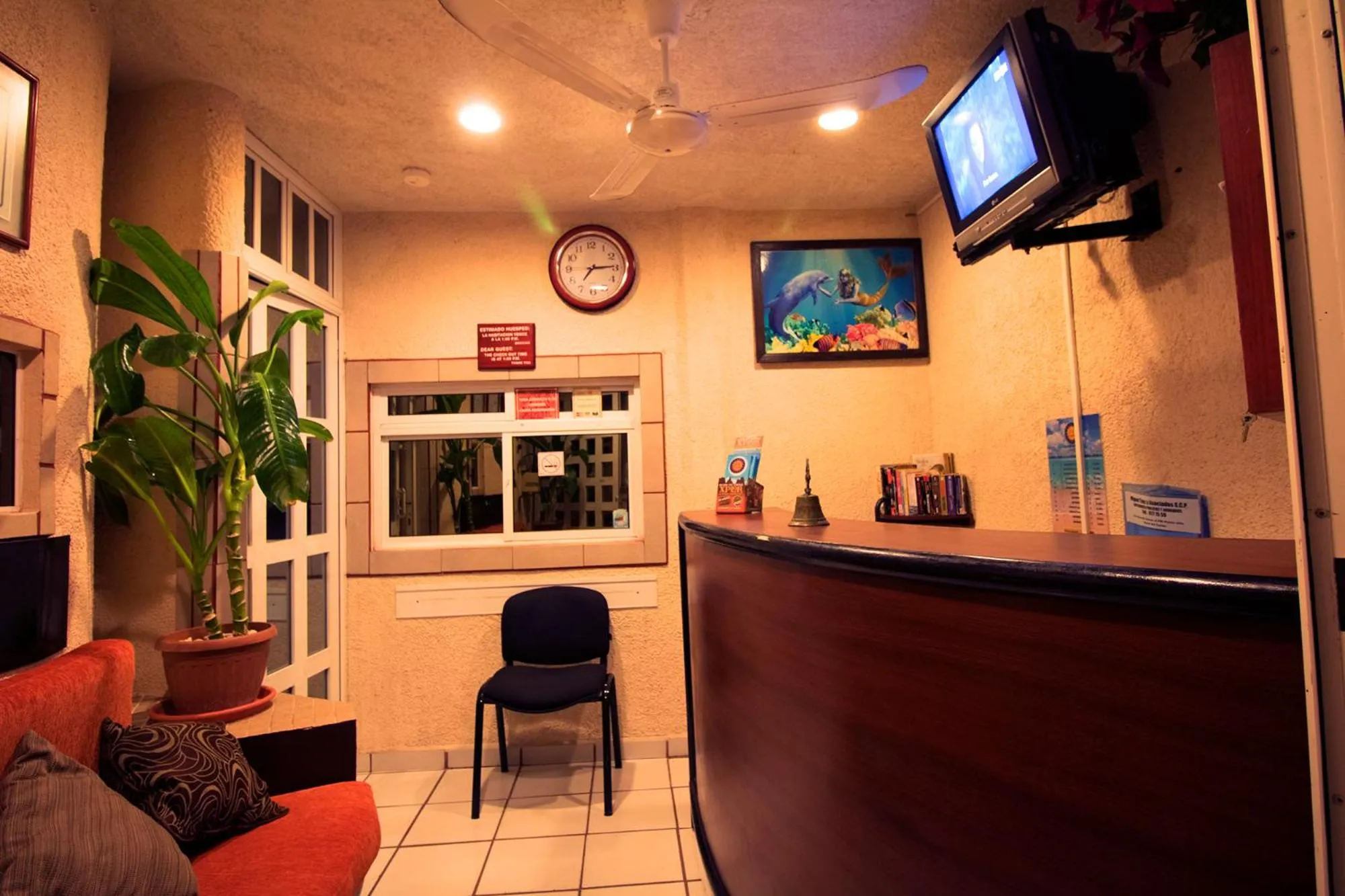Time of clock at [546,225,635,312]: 7:14
